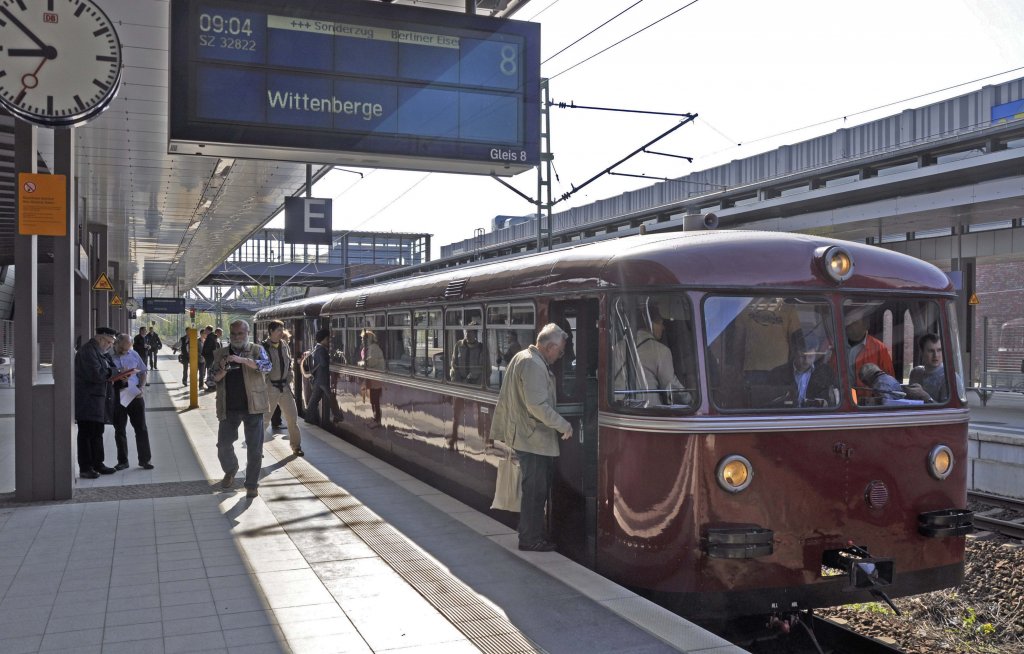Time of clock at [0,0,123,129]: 8:52
